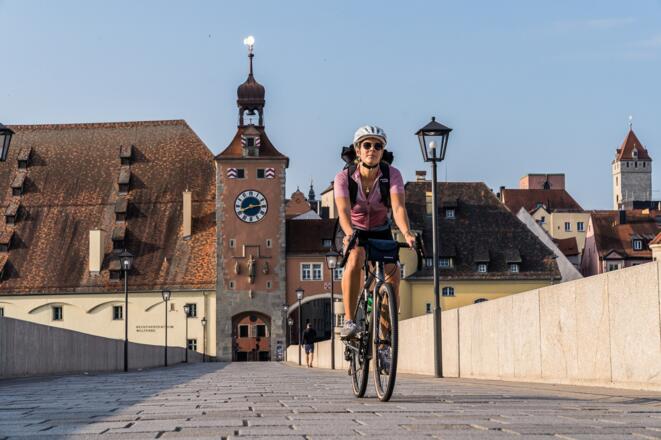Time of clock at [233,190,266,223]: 2:40
